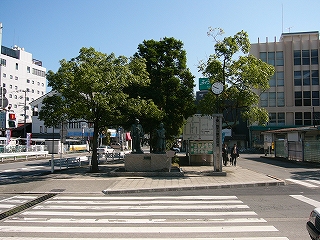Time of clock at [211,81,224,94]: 9:50
